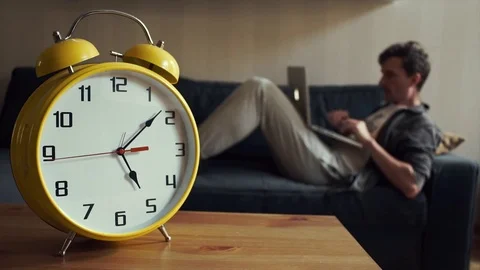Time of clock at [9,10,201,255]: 5:08
